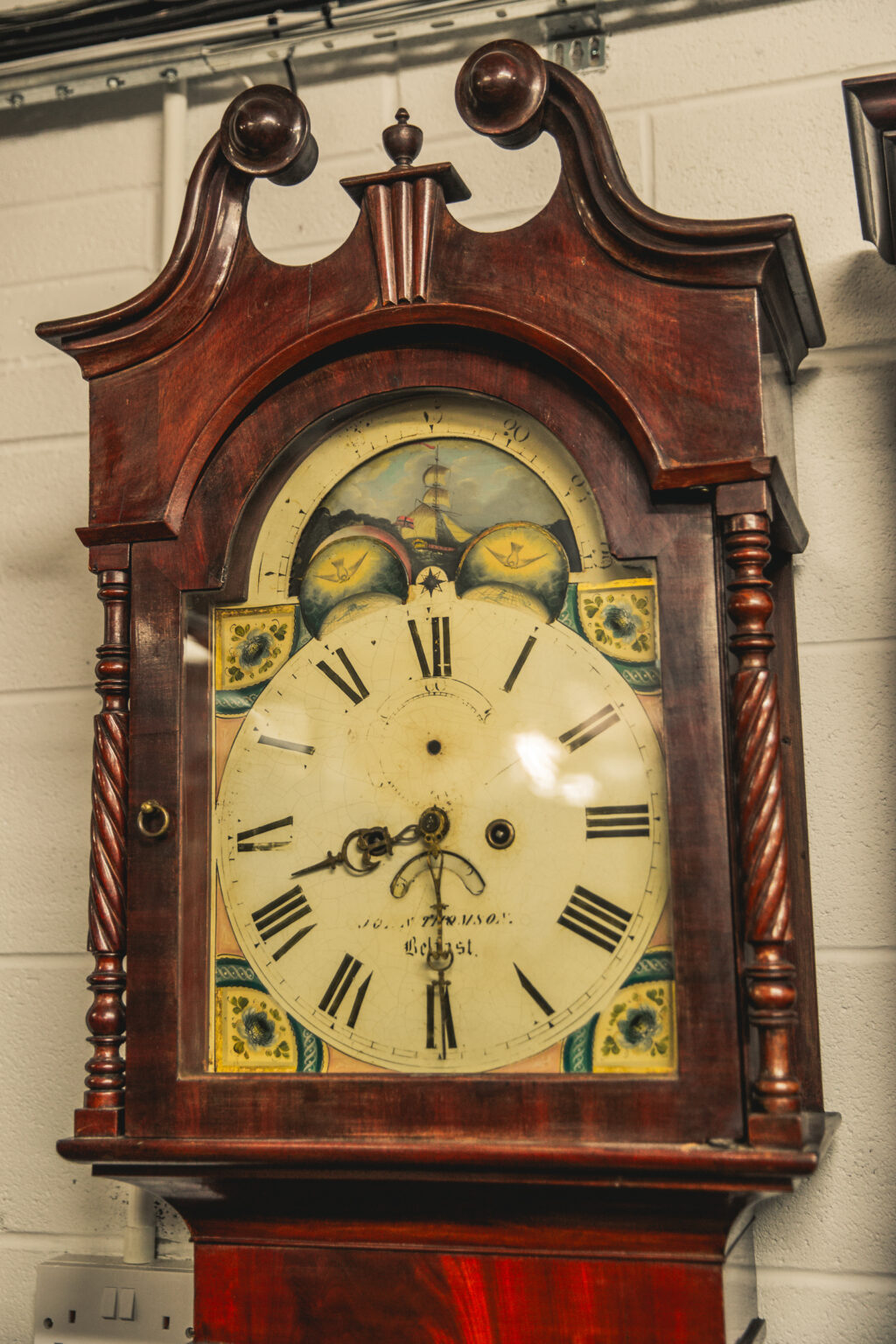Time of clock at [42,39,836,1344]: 8:29
